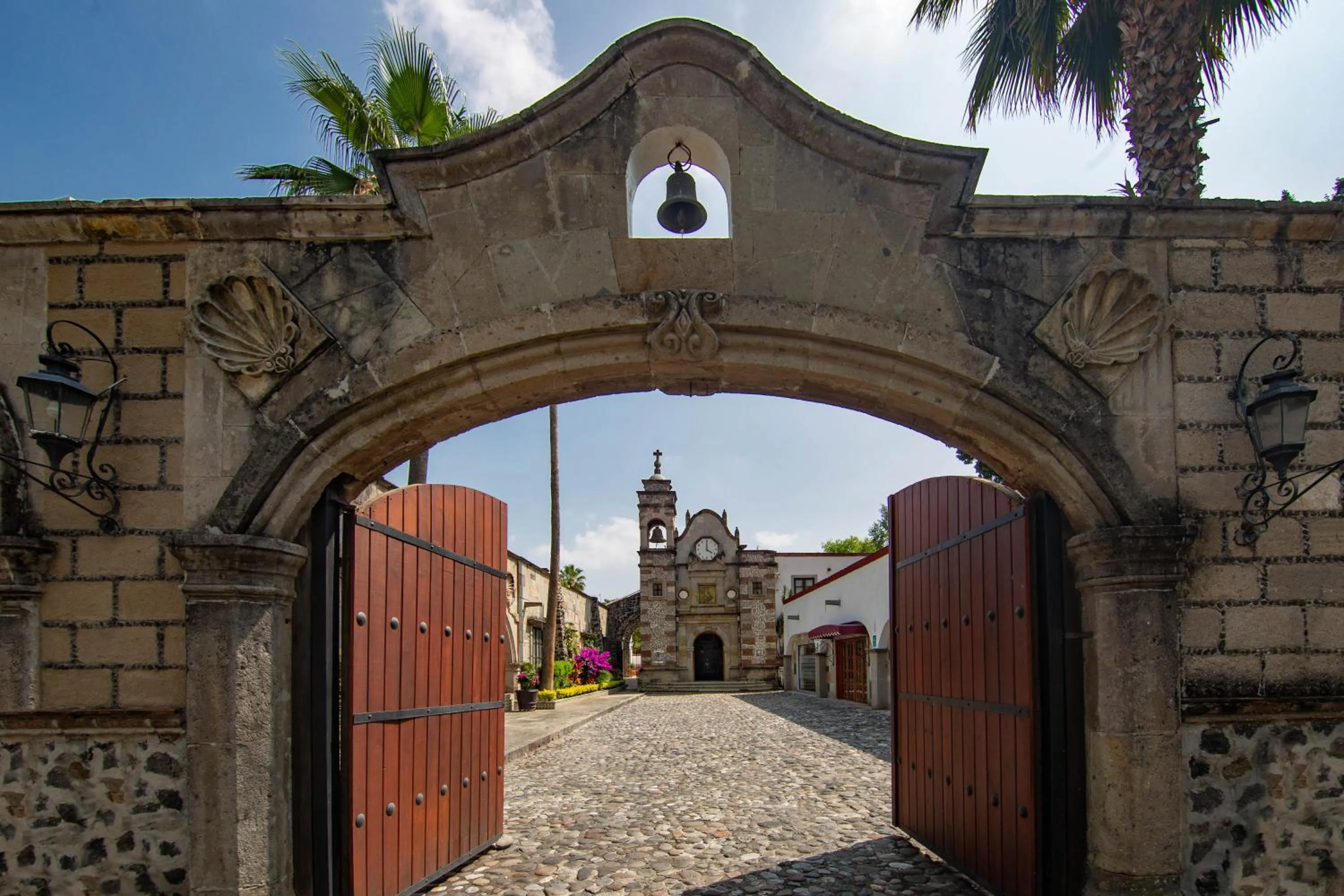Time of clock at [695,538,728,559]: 4:00
